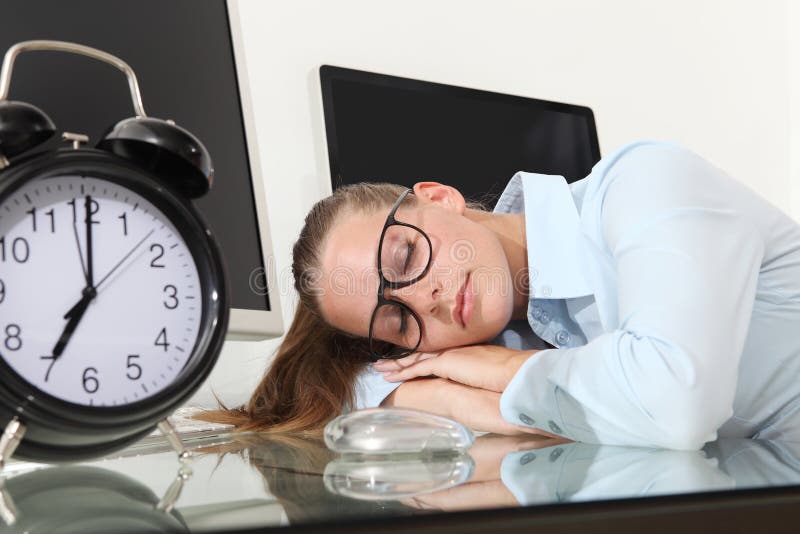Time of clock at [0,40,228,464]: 7:00
